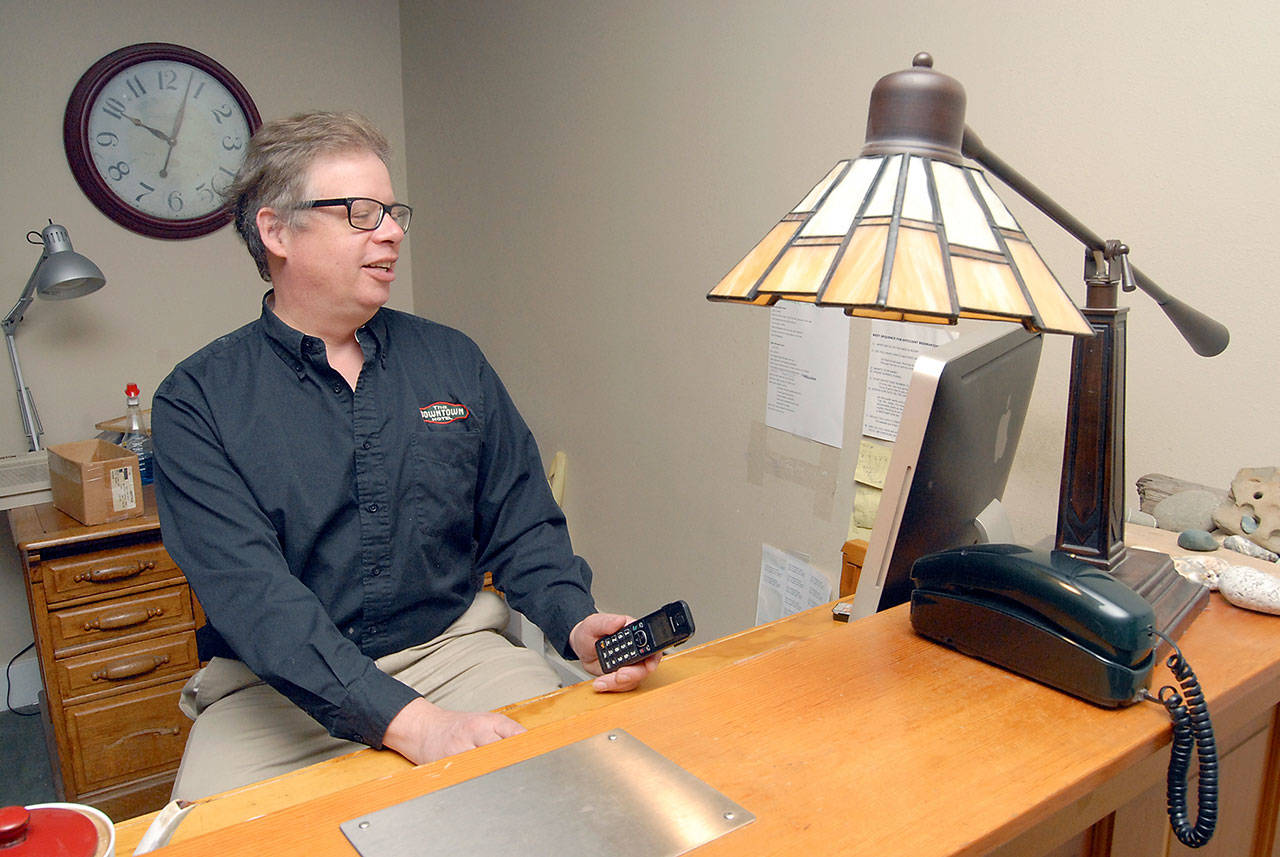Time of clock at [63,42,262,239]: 10:03
